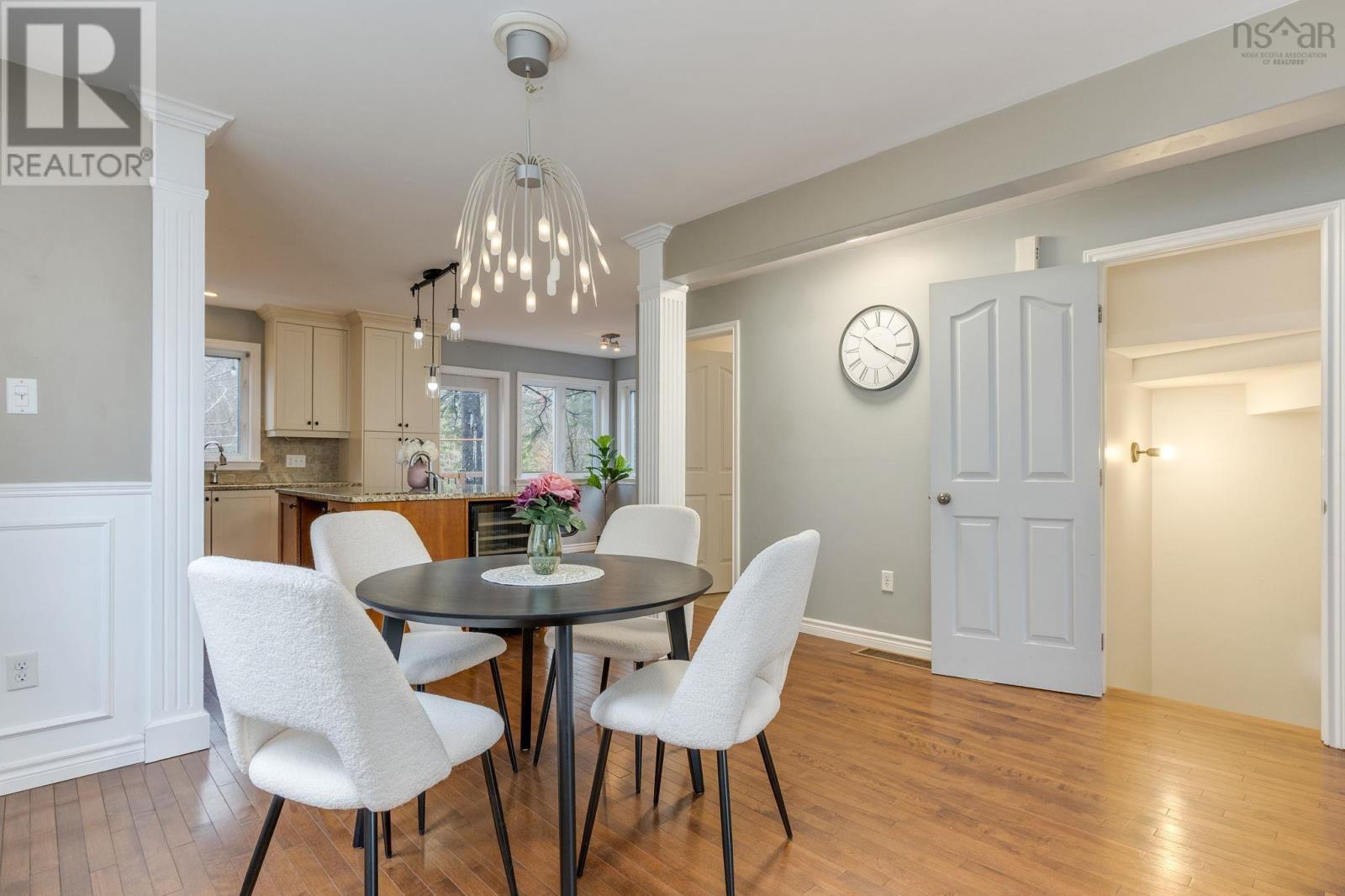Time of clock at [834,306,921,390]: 10:19
